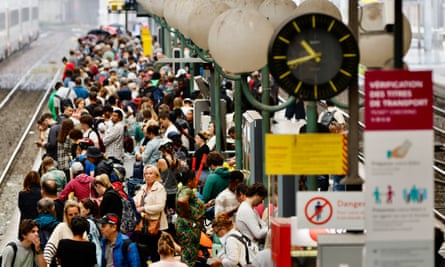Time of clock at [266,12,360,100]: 10:42
